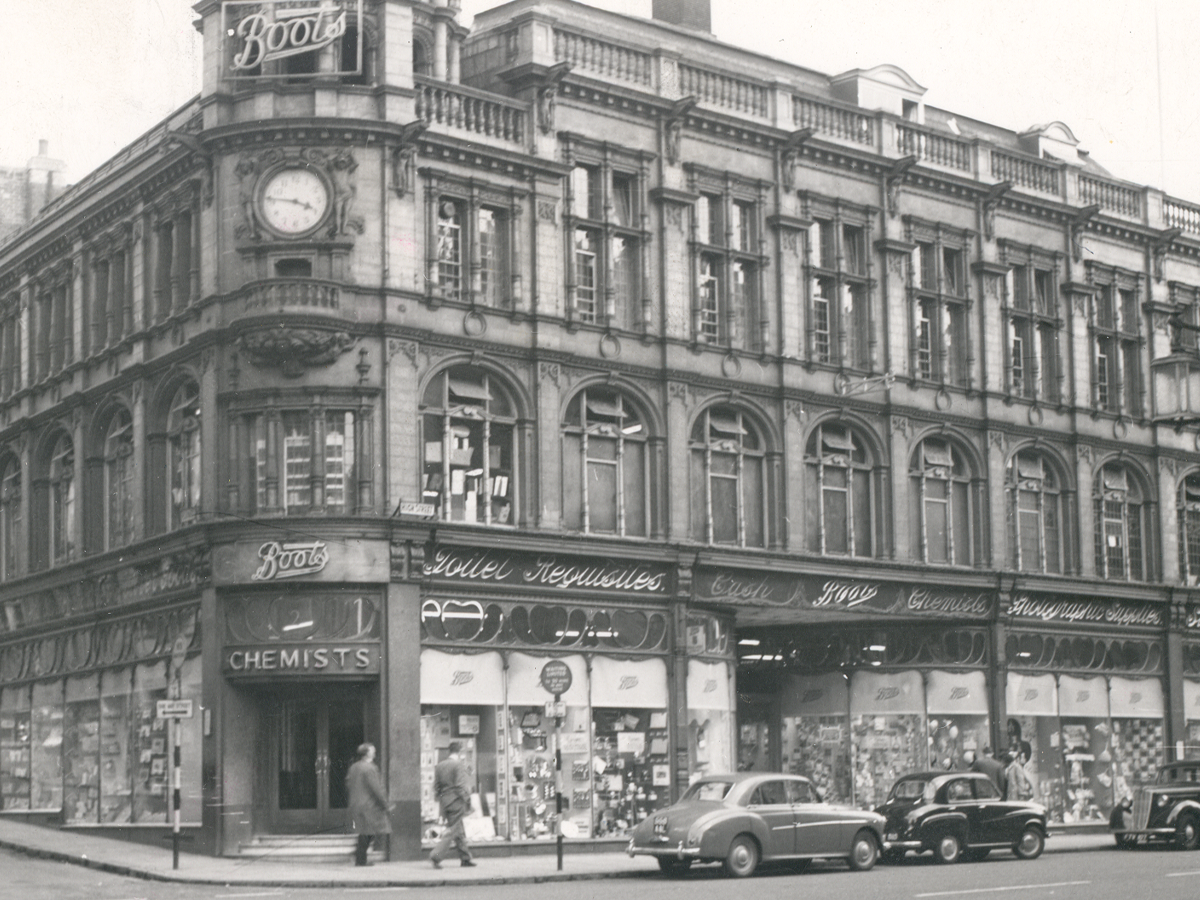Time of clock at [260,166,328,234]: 3:46
